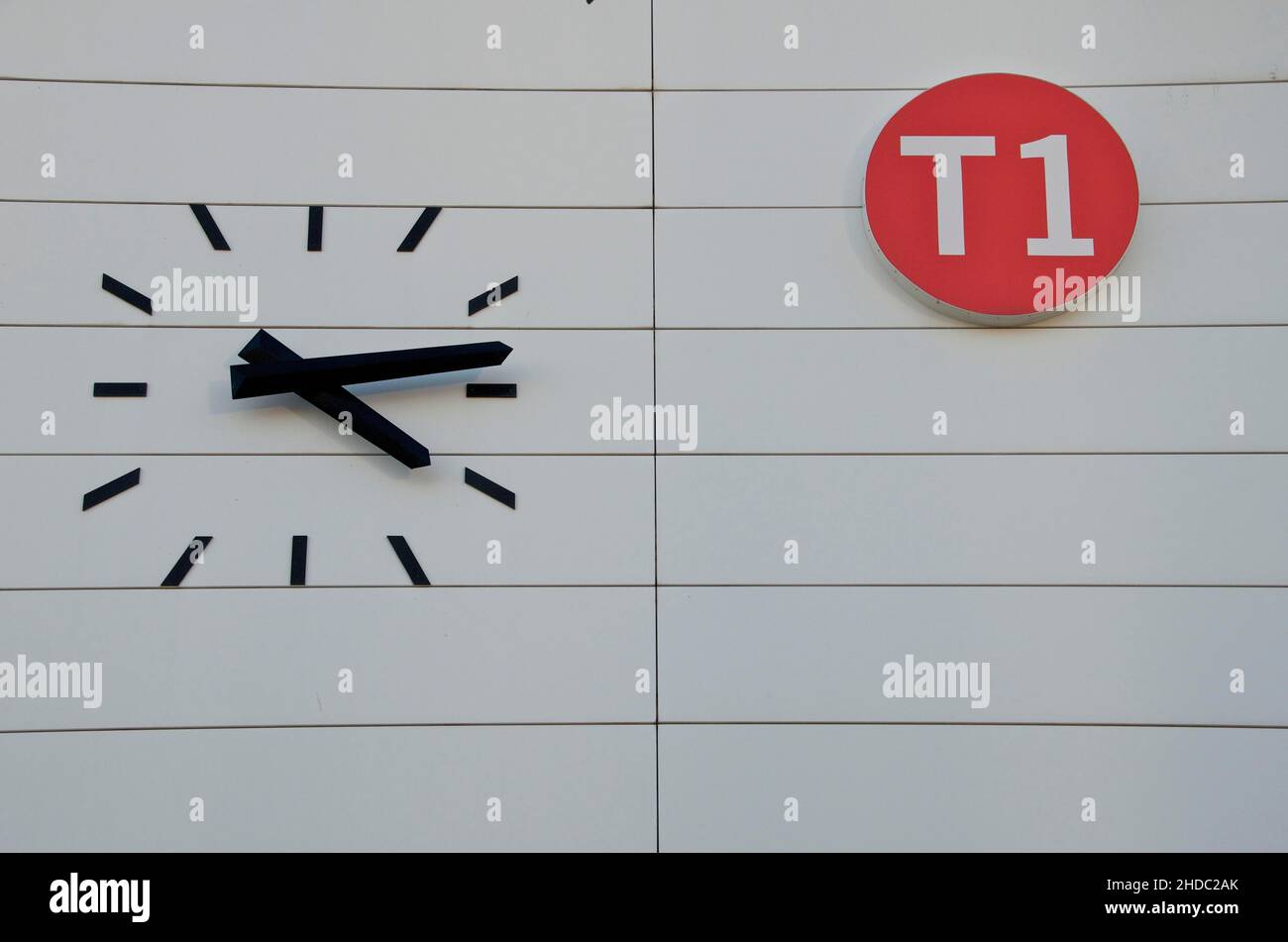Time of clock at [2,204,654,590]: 4:13
